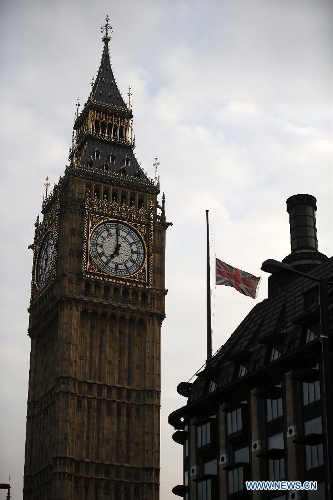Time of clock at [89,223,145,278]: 6:59
